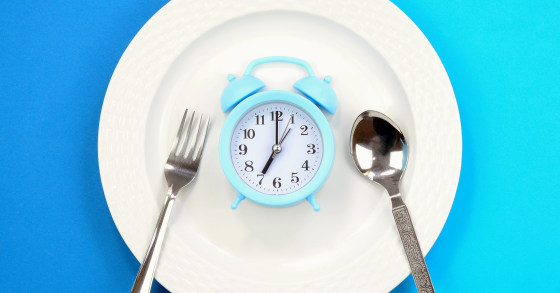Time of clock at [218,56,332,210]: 7:00
